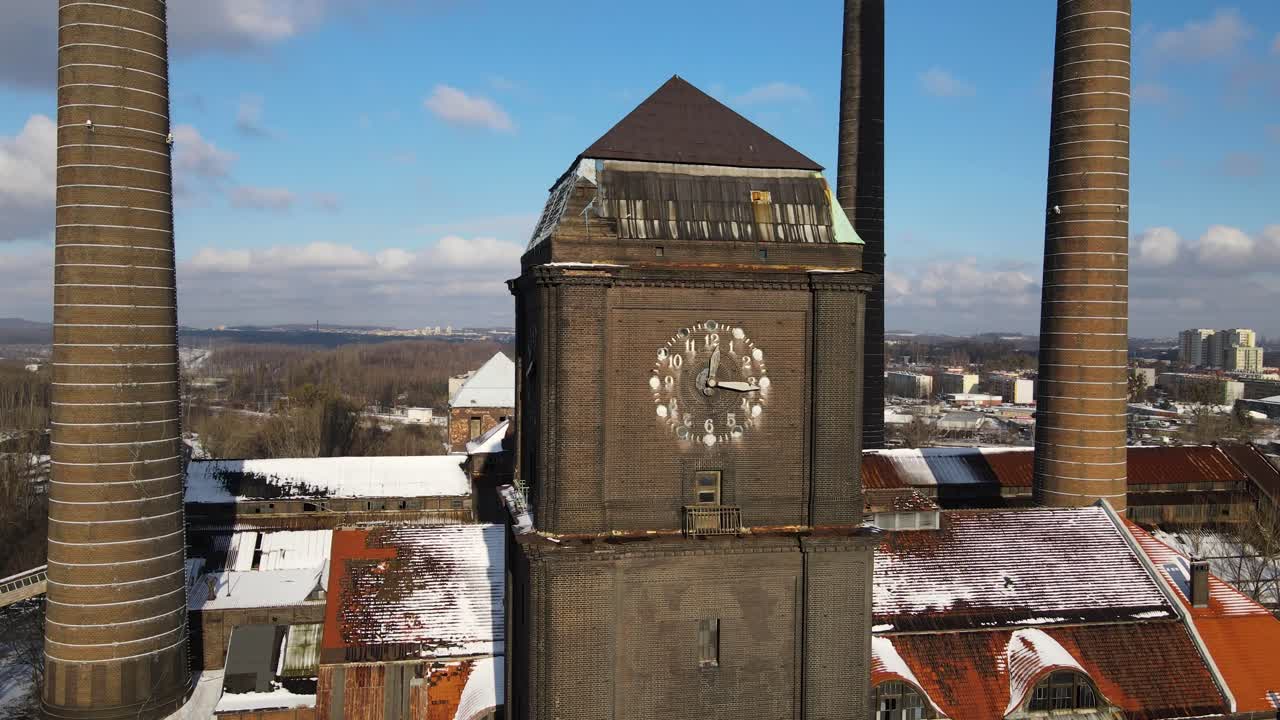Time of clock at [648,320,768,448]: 12:16
